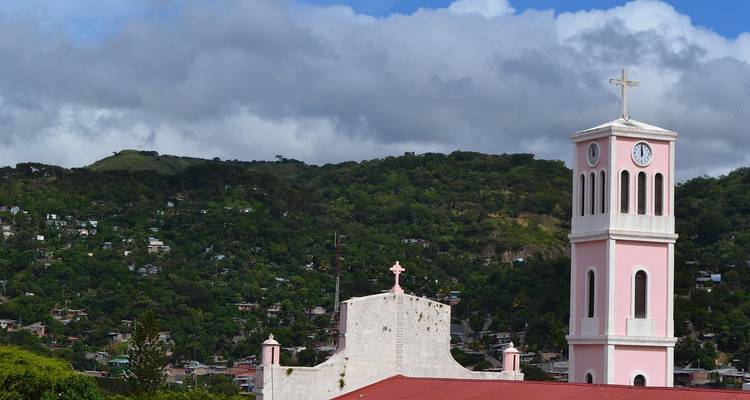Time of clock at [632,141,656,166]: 12:00
